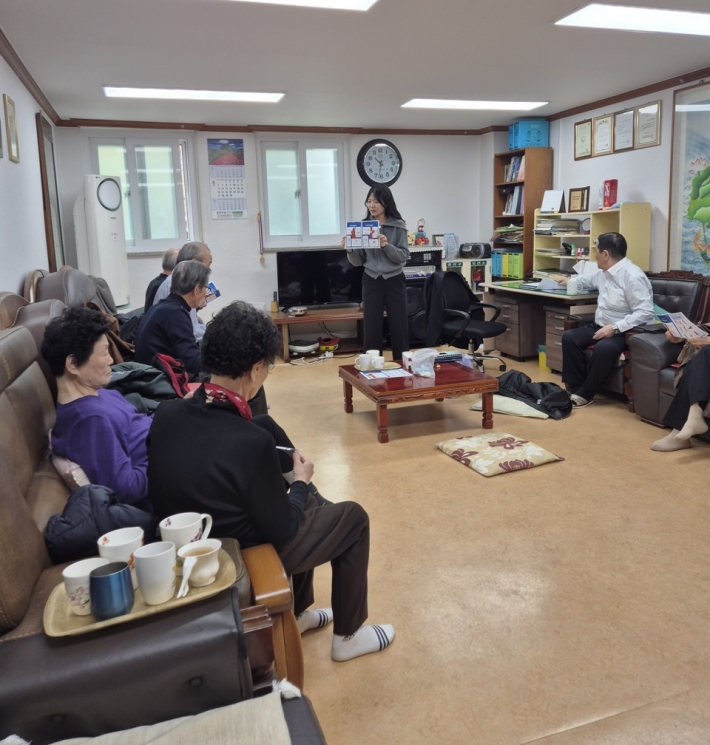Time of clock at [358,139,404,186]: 10:32
